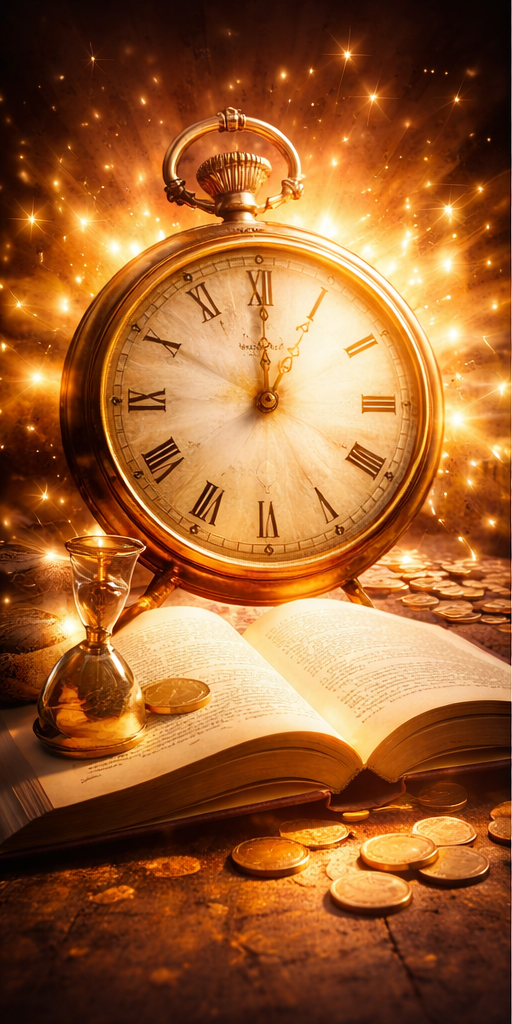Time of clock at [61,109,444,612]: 1:00
